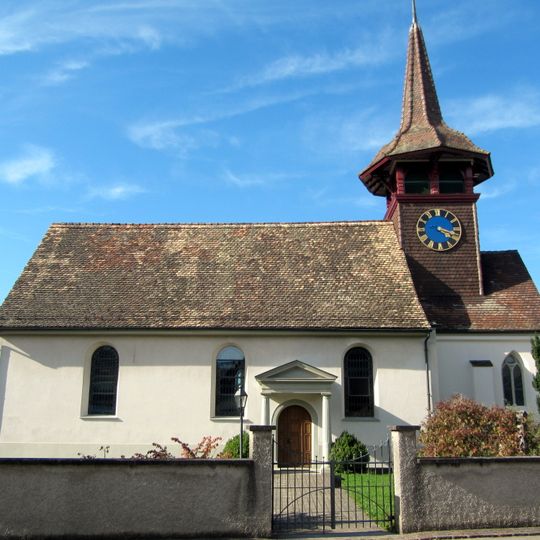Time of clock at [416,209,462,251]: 4:18
